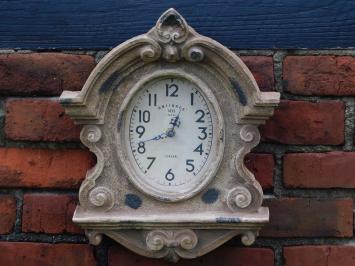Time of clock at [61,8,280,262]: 12:41
